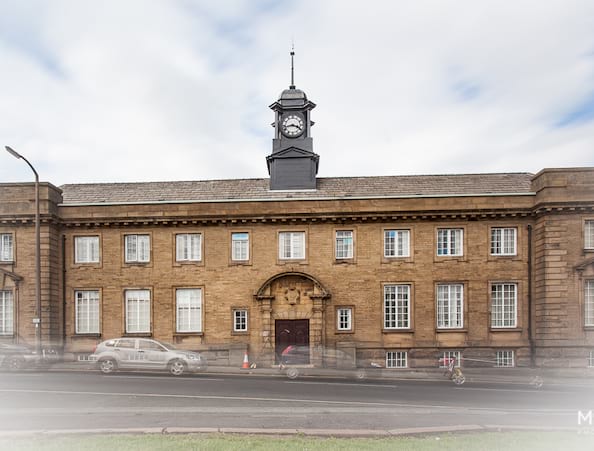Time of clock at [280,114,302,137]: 3:42
